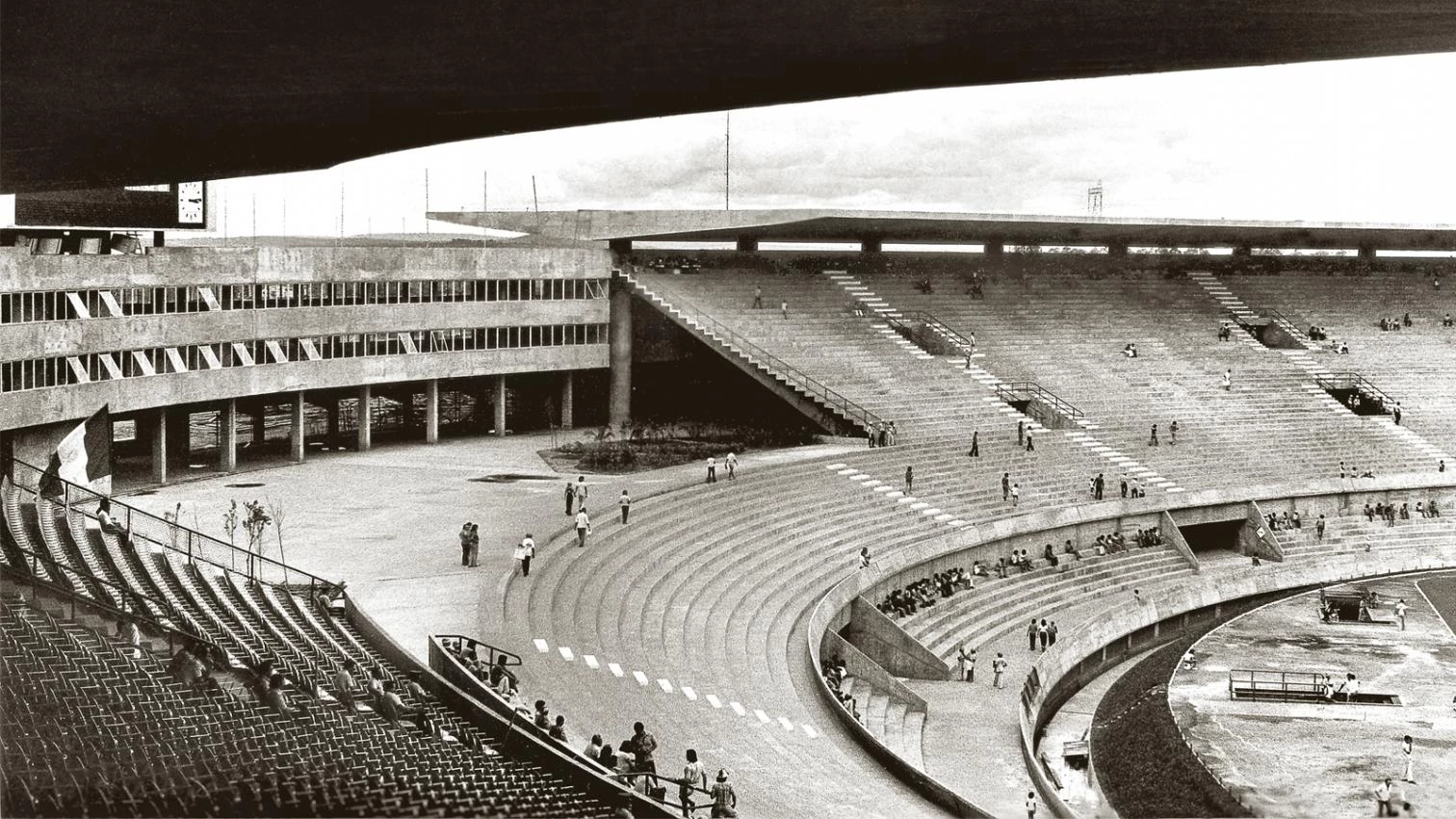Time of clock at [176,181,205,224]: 3:14
